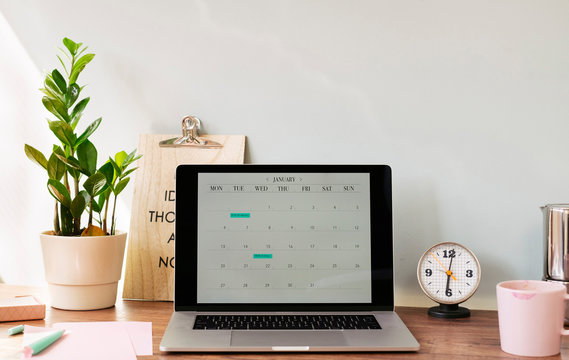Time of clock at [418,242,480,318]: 6:01
